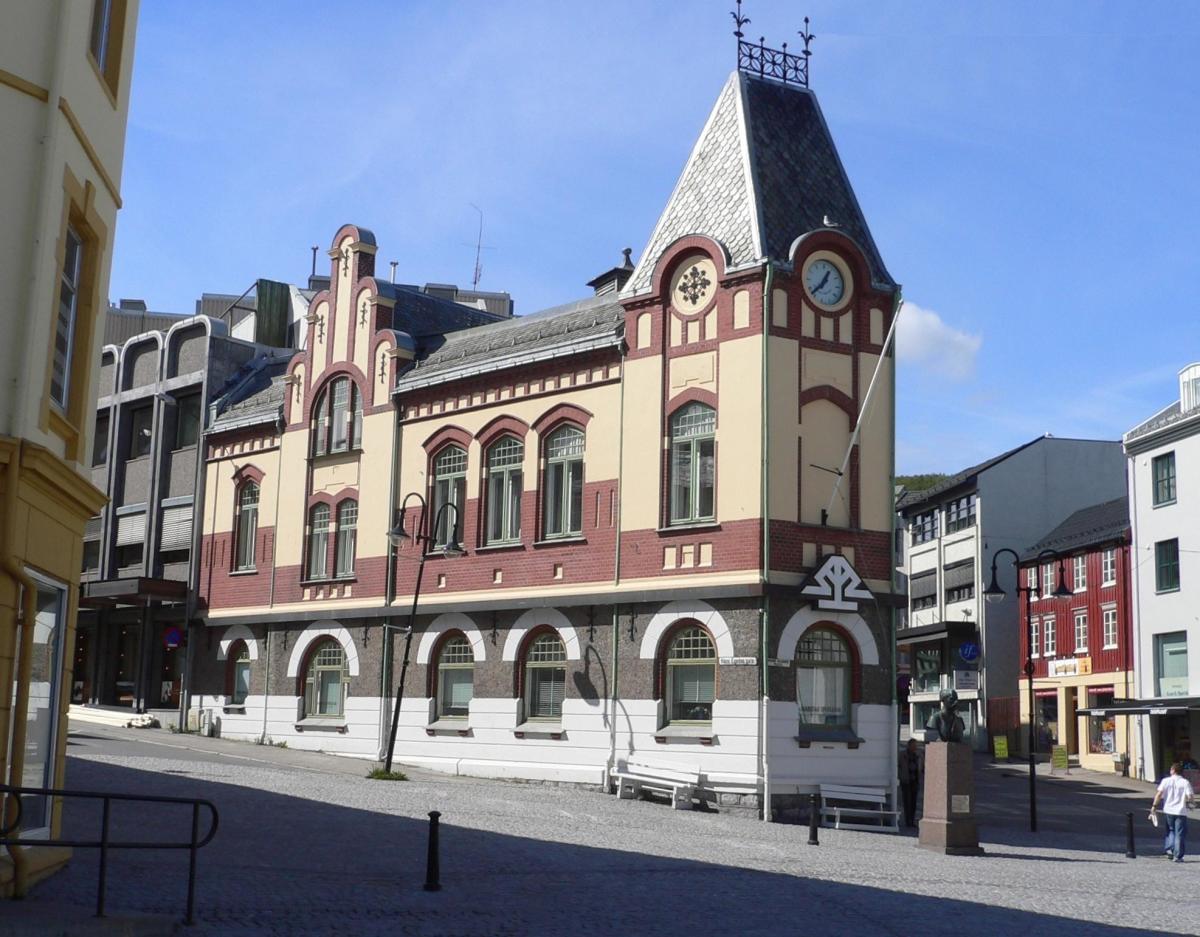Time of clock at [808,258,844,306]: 12:37
